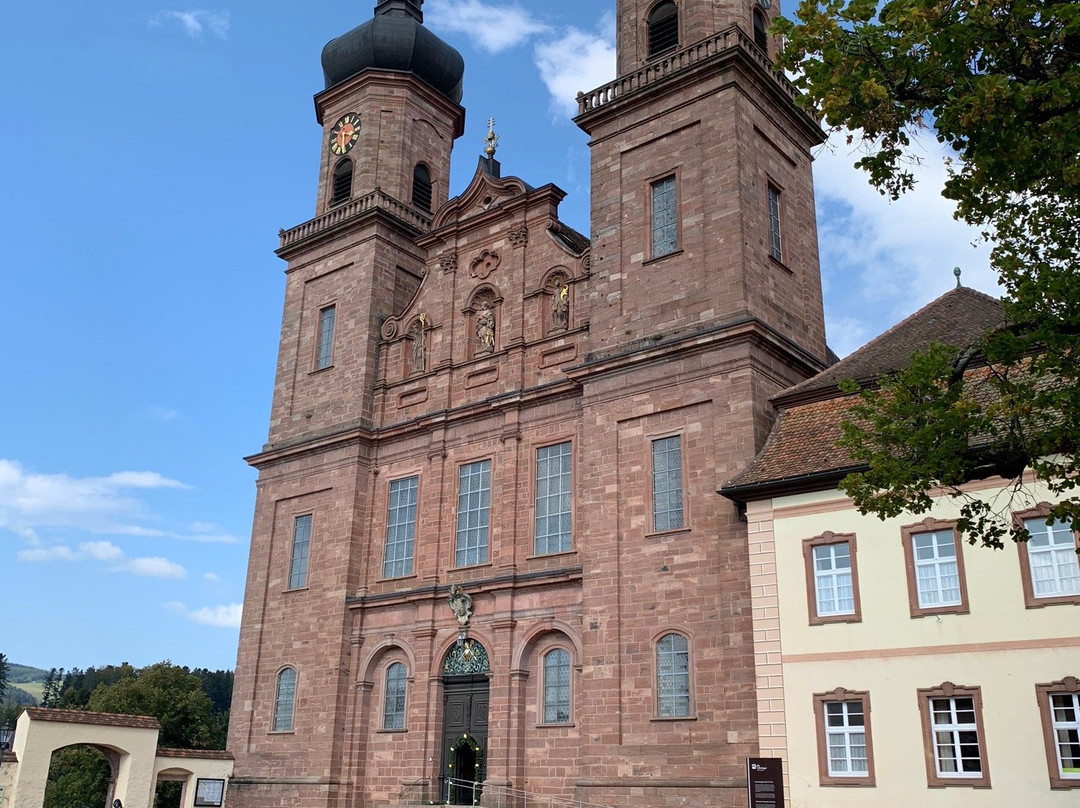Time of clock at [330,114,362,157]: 3:29
